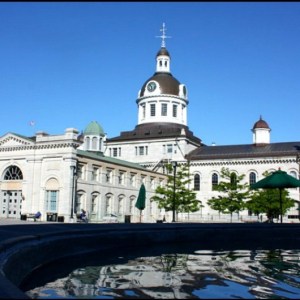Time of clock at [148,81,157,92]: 10:28
